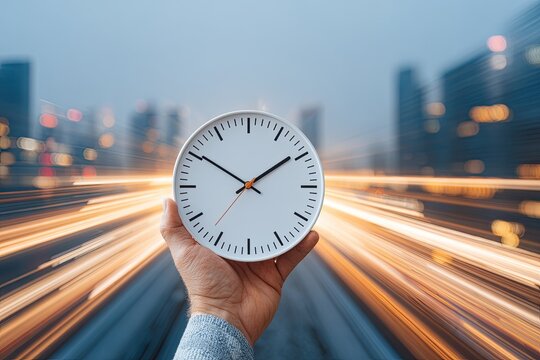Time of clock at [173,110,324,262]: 1:50
